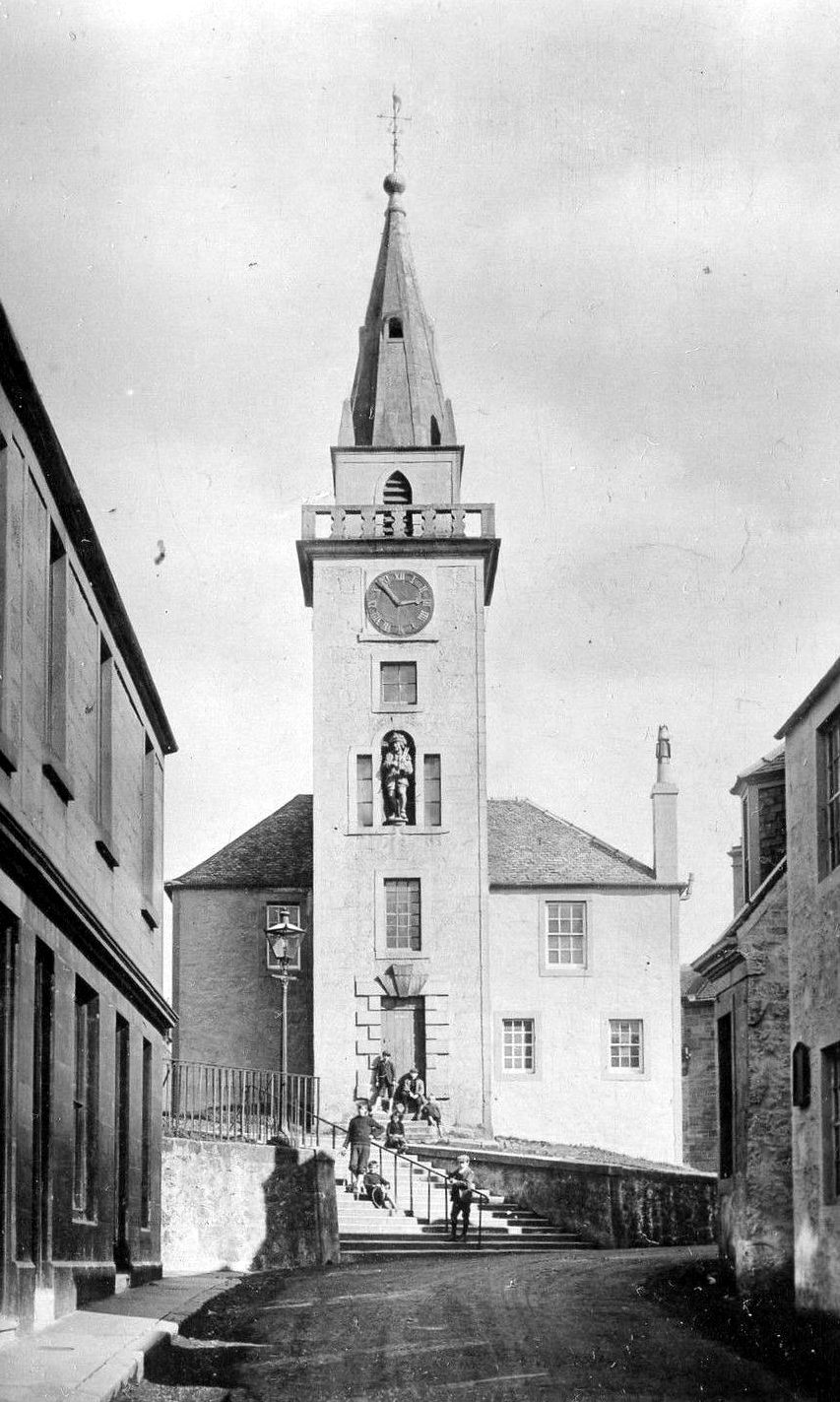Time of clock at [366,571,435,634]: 2:52
